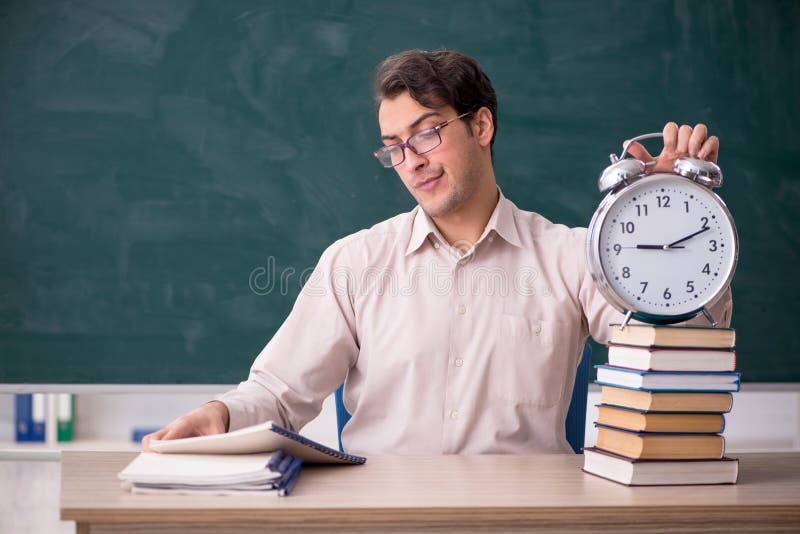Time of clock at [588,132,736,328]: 9:11
